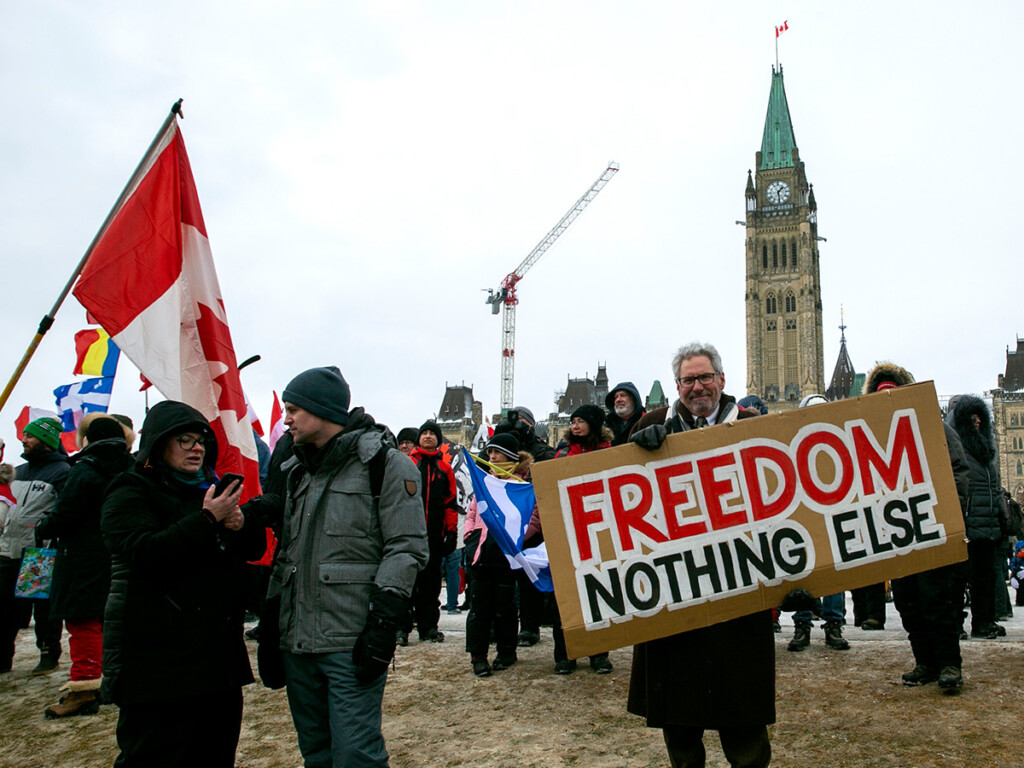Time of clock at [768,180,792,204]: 1:28
